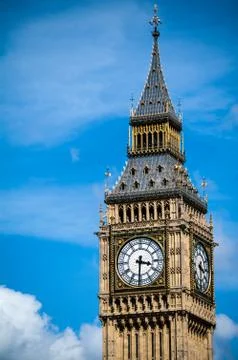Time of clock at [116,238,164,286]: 3:30
